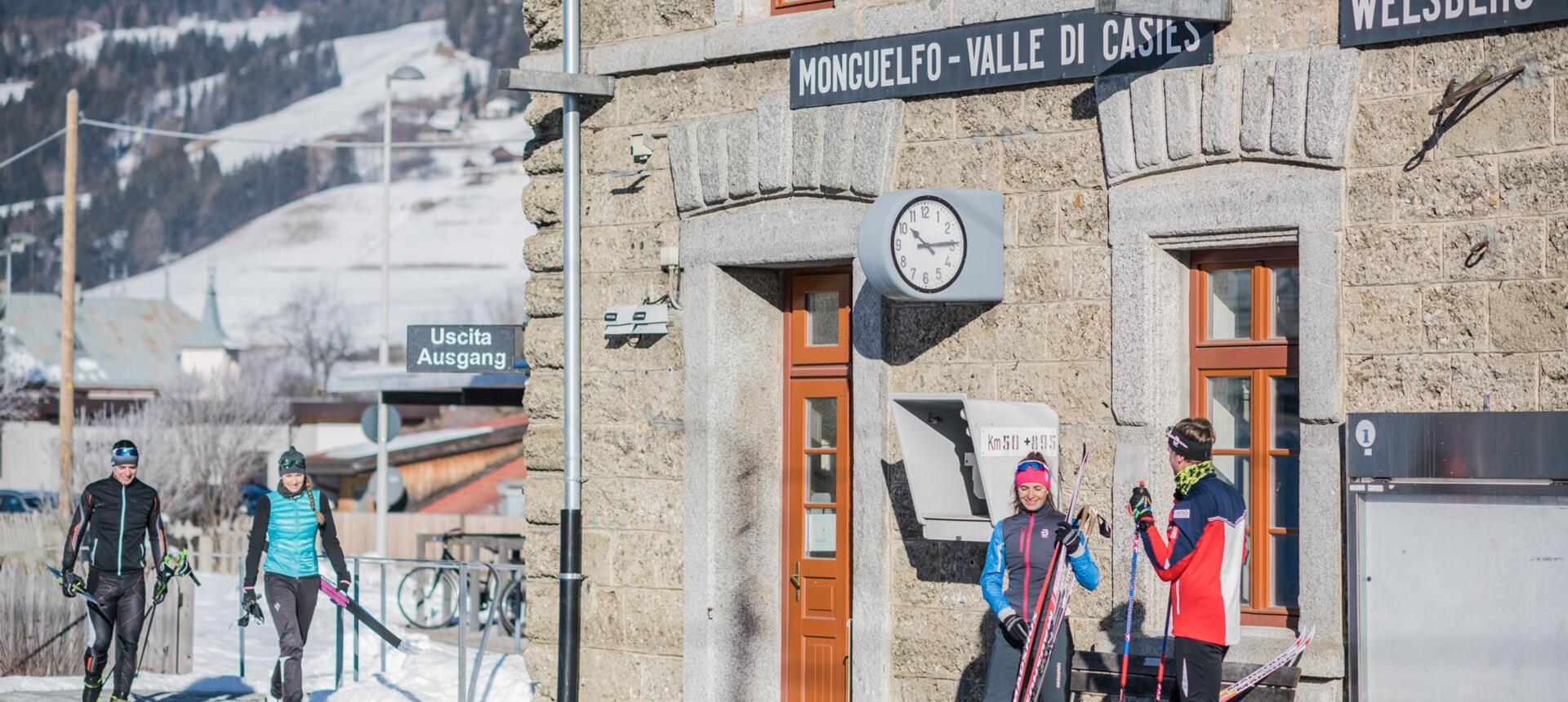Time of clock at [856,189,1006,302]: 10:14
